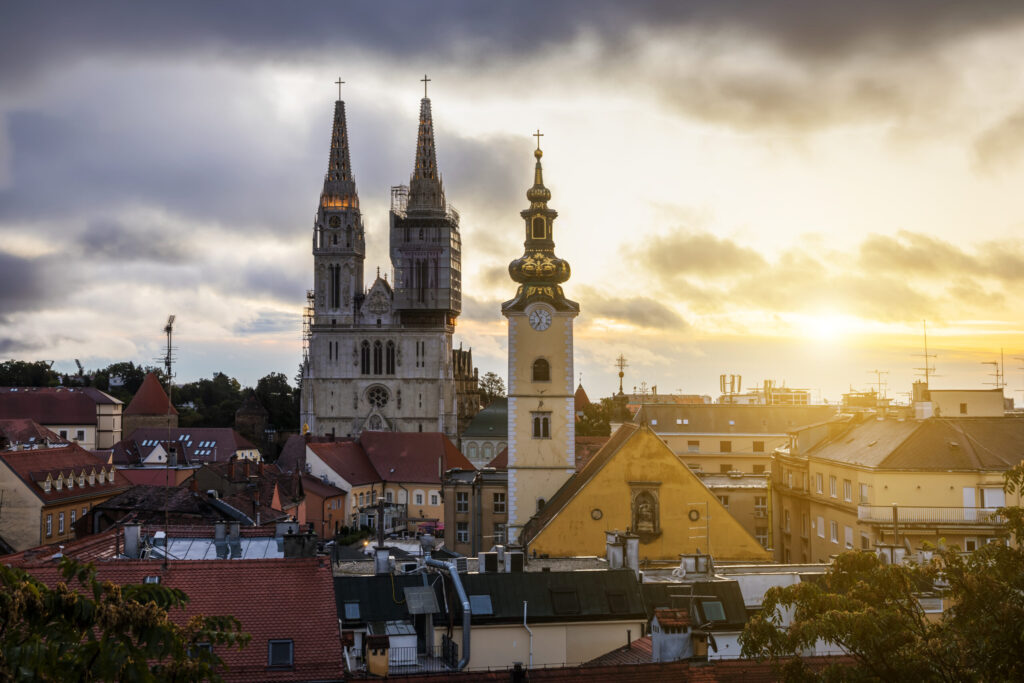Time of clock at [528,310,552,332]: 6:54
